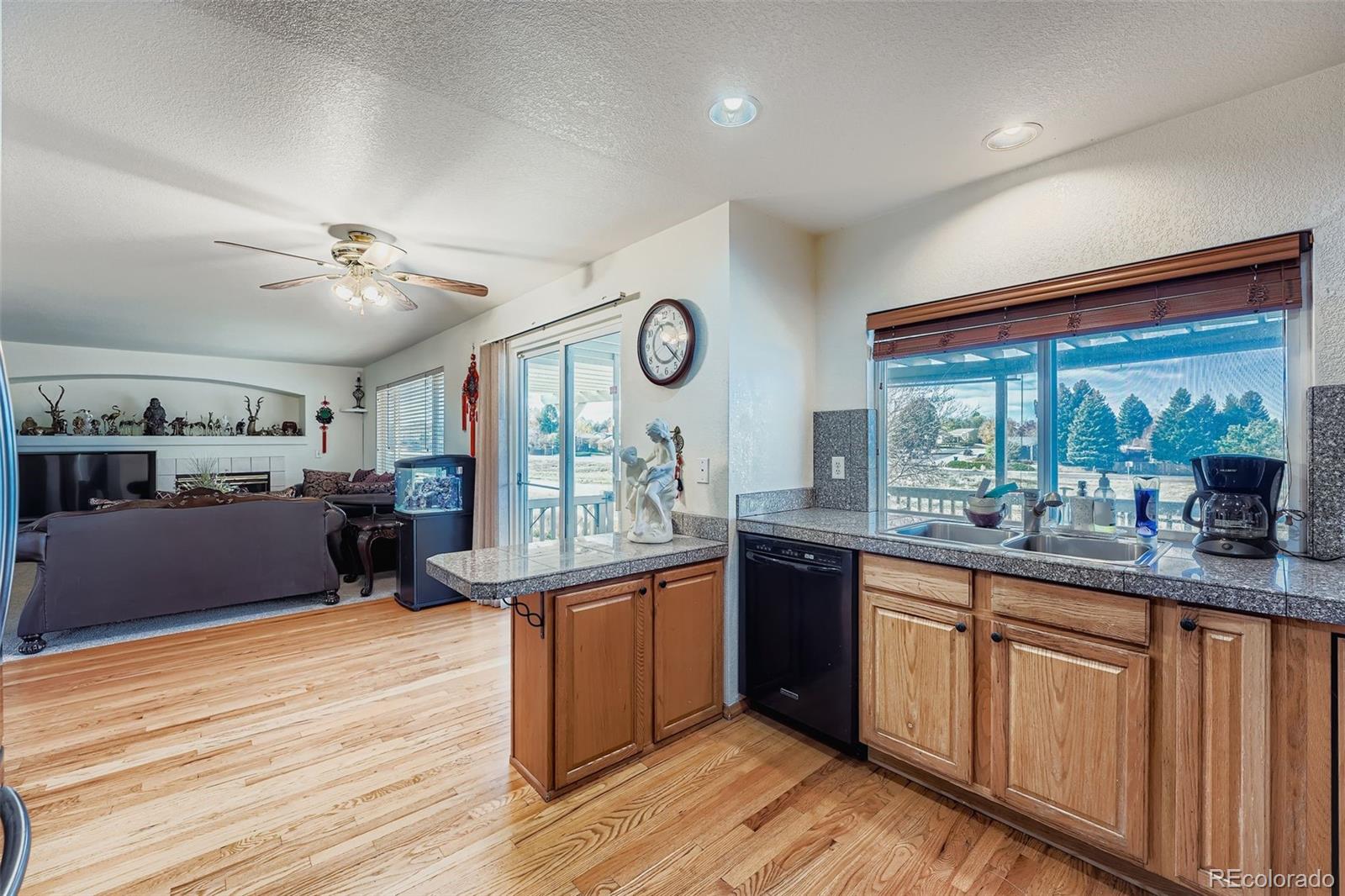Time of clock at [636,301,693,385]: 4:22
